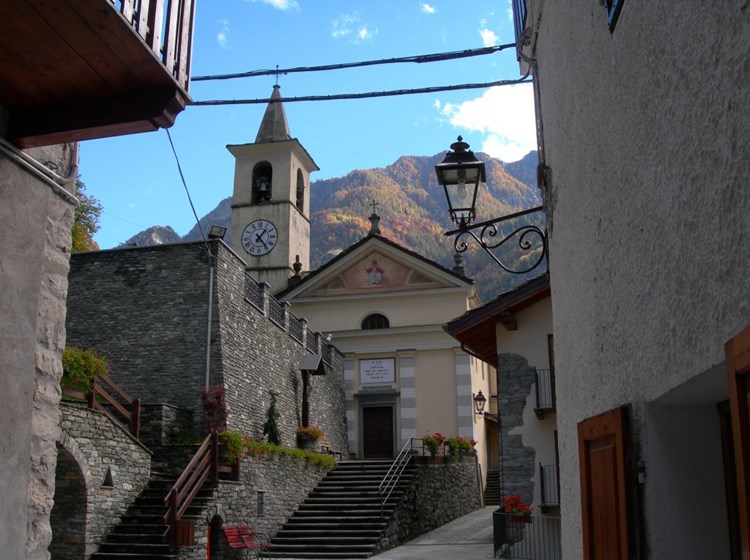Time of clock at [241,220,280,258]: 1:23
